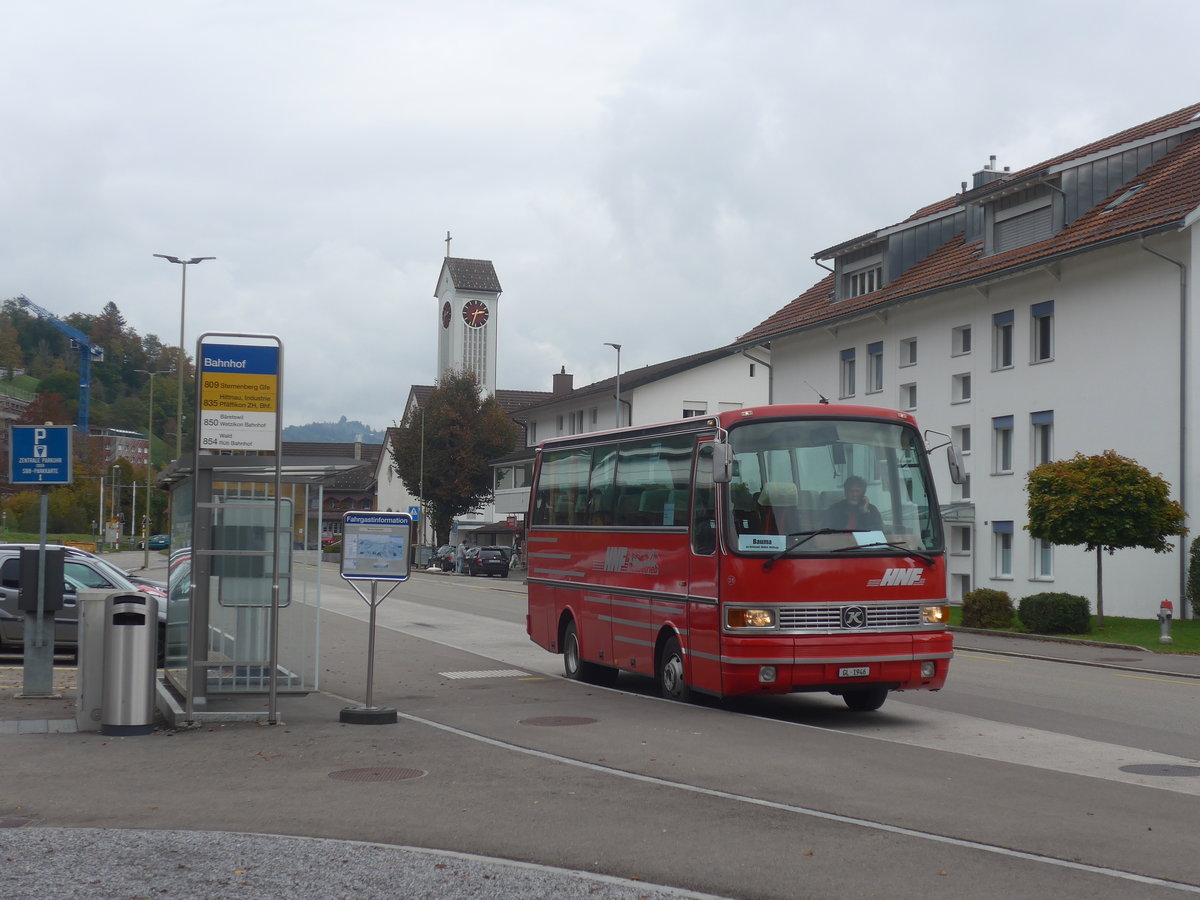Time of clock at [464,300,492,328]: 2:32
